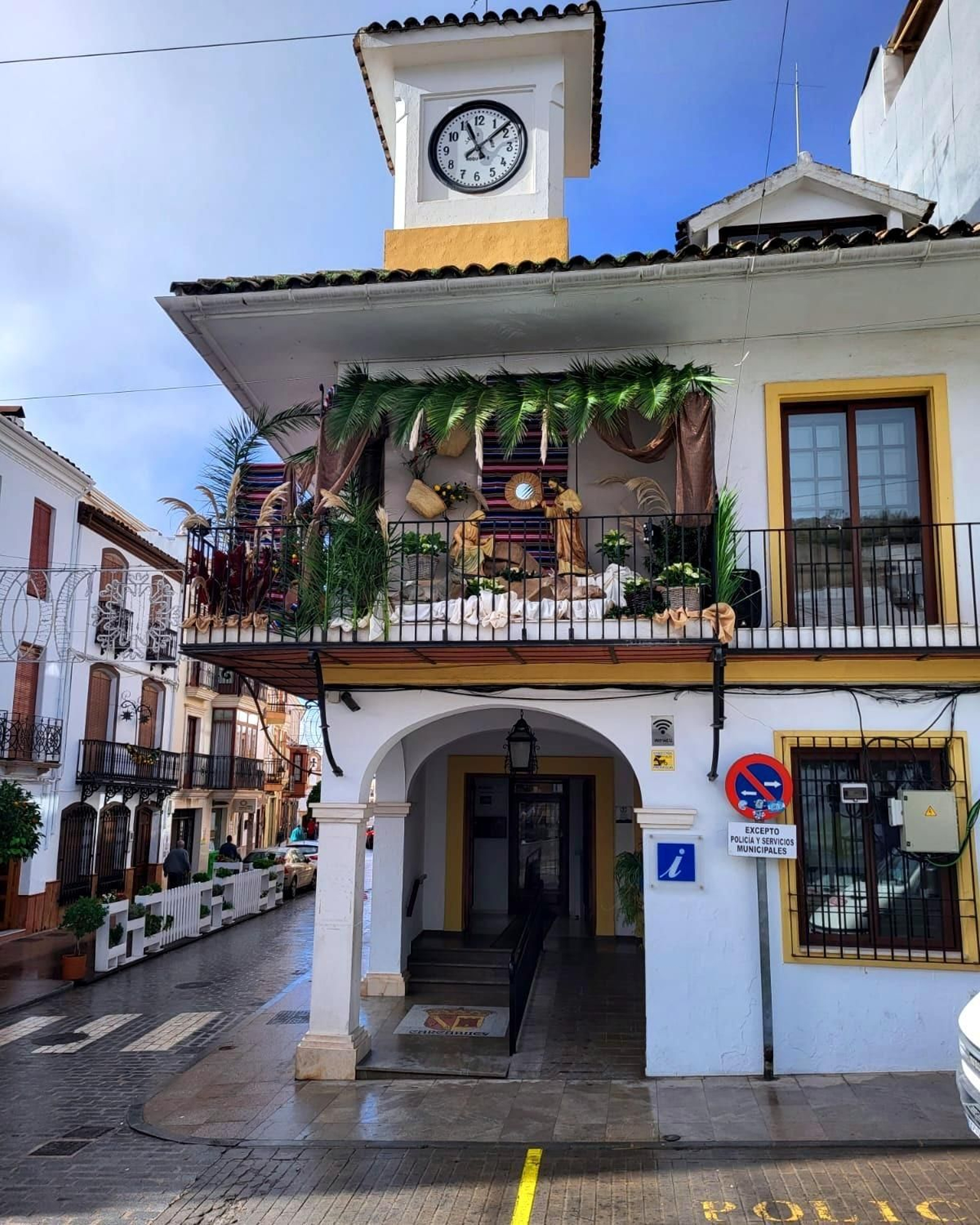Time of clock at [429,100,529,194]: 11:08
